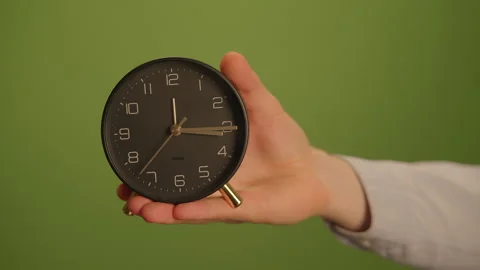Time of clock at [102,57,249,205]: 3:15
